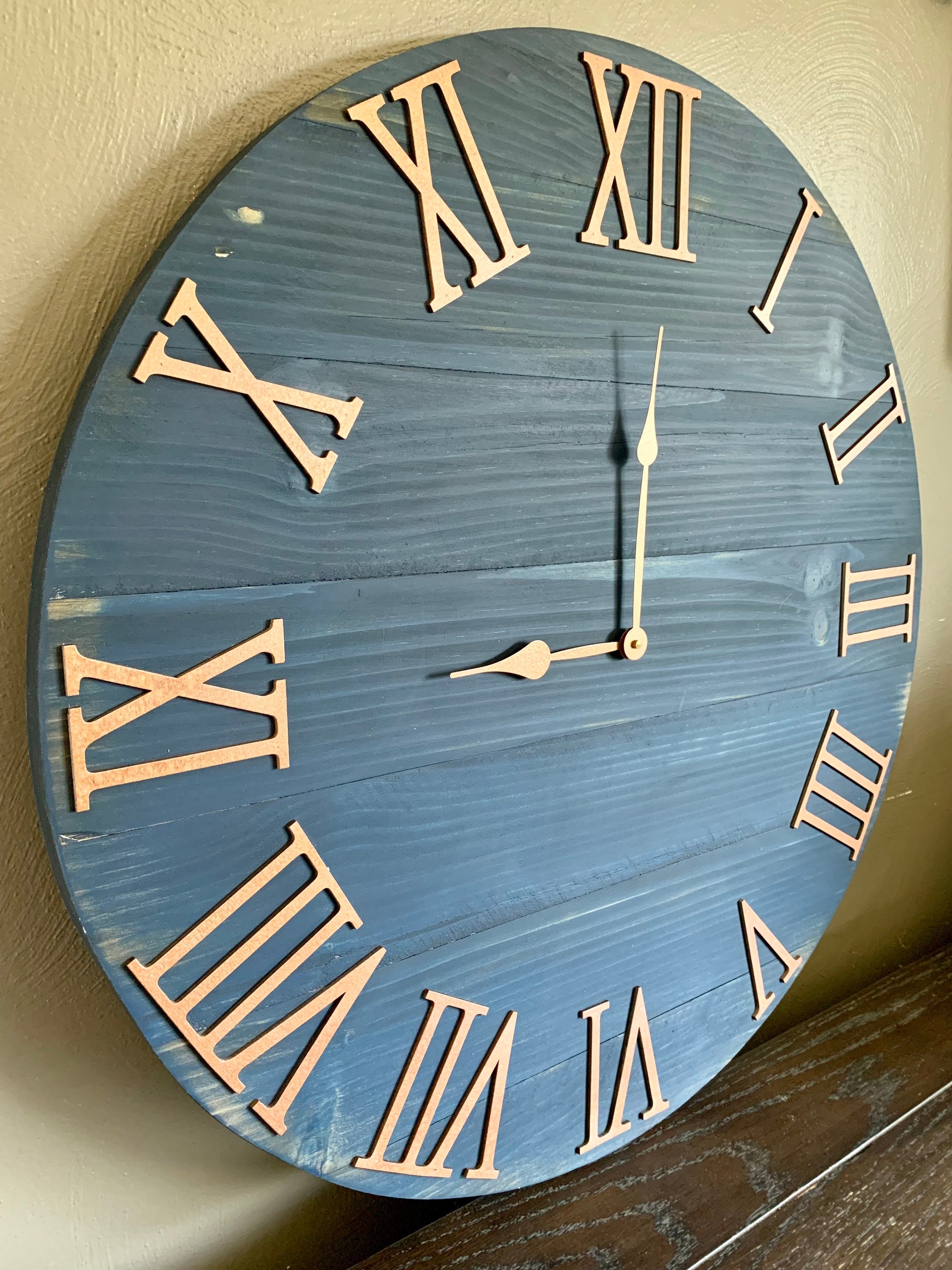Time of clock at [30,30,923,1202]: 9:00
